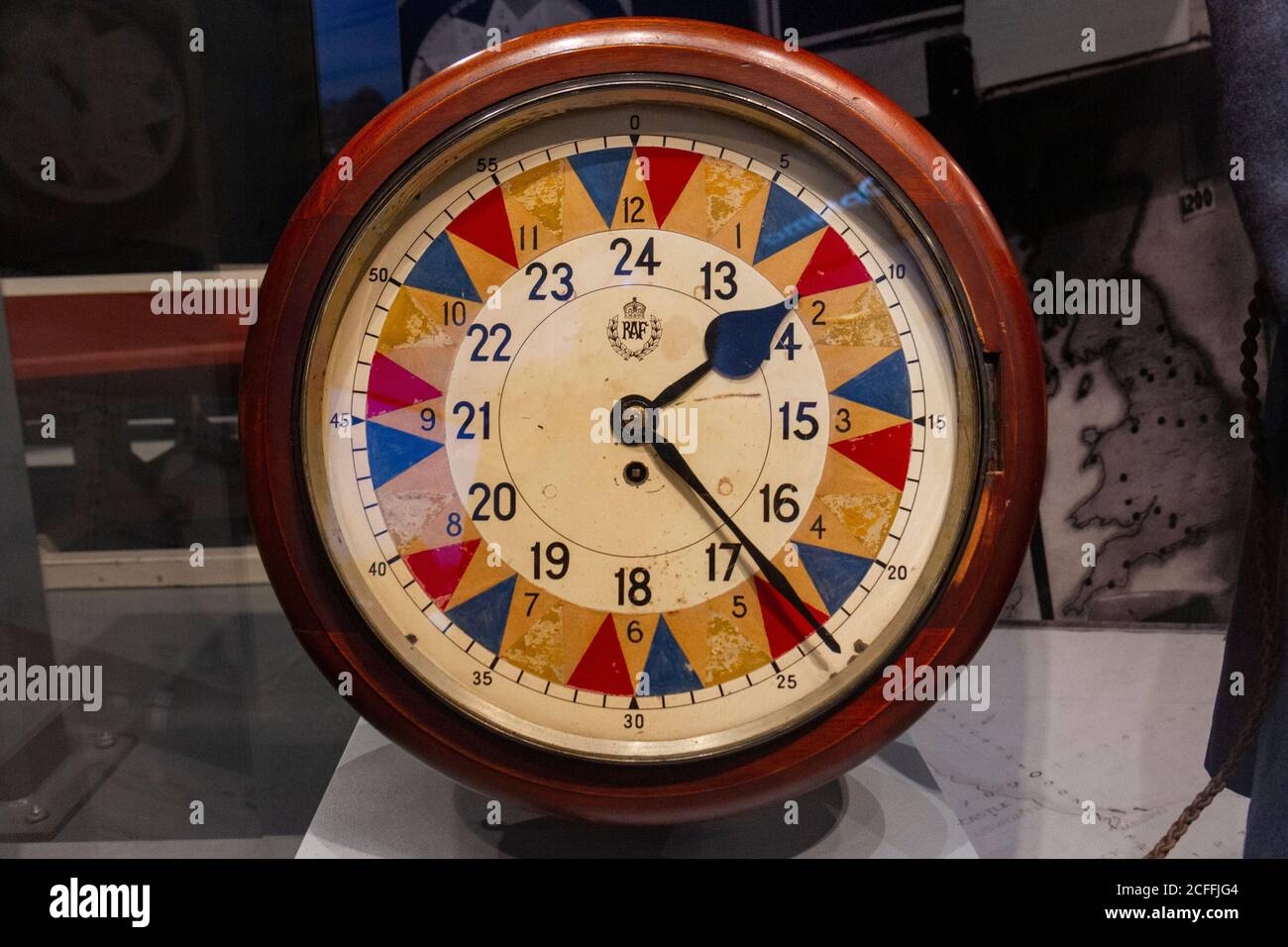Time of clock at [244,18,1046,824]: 1:22
